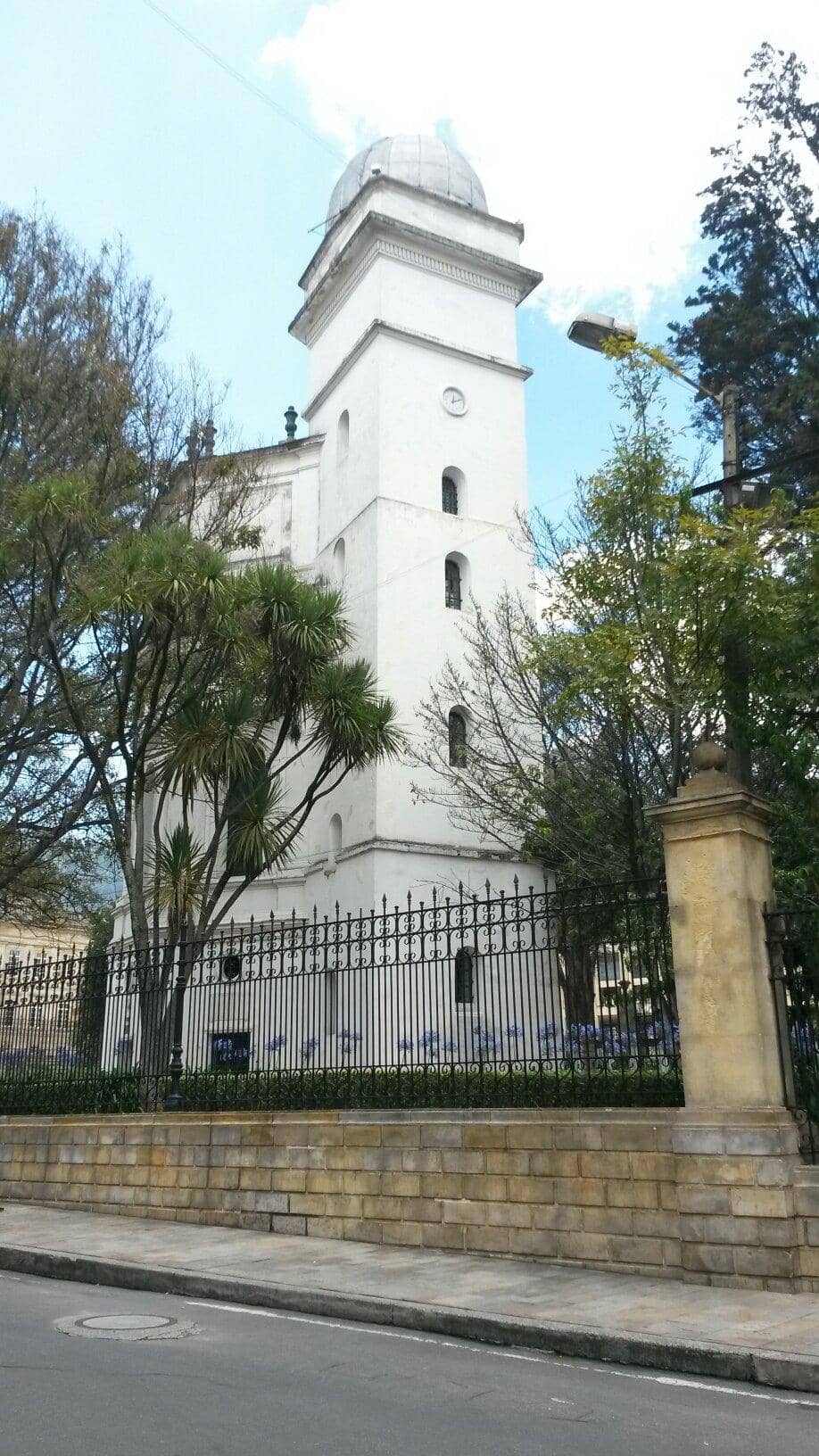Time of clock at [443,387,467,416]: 12:11
